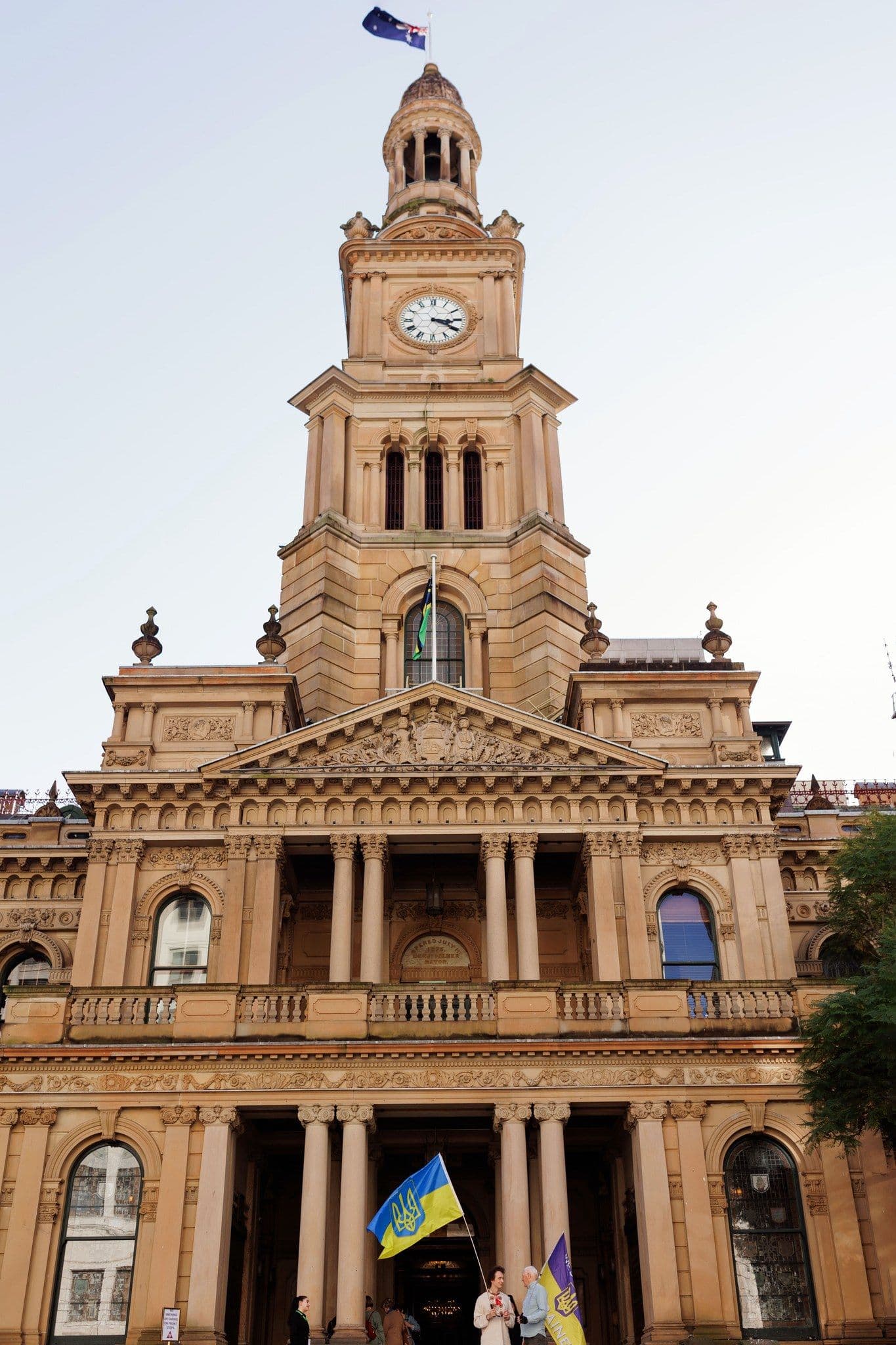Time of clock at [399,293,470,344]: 3:20
